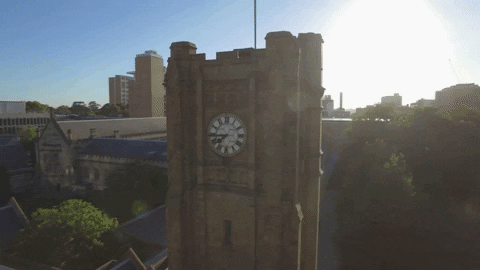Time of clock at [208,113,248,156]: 7:43
